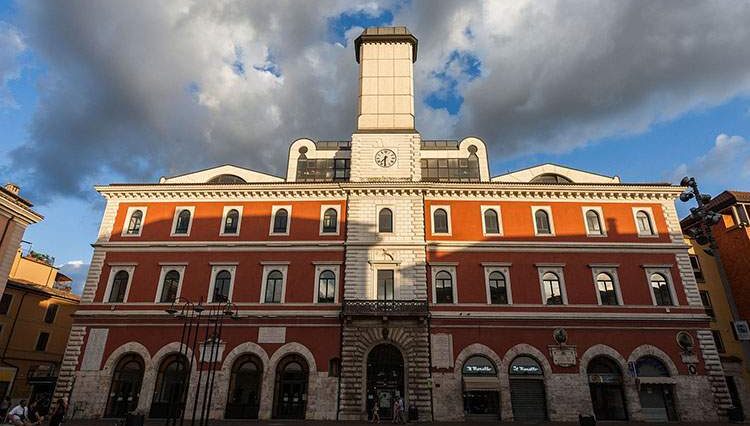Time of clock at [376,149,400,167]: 7:30
